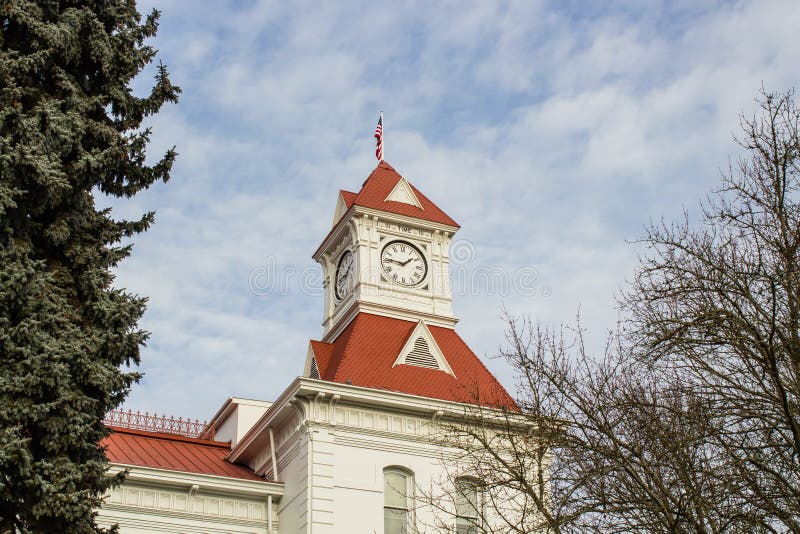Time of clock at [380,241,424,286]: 1:46
